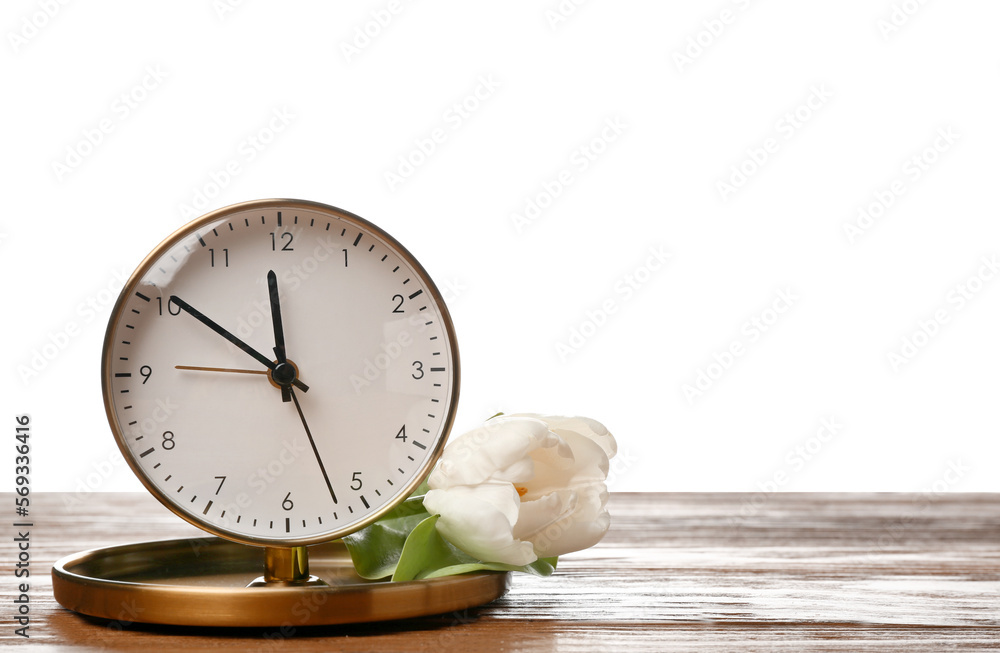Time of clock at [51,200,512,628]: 11:50
